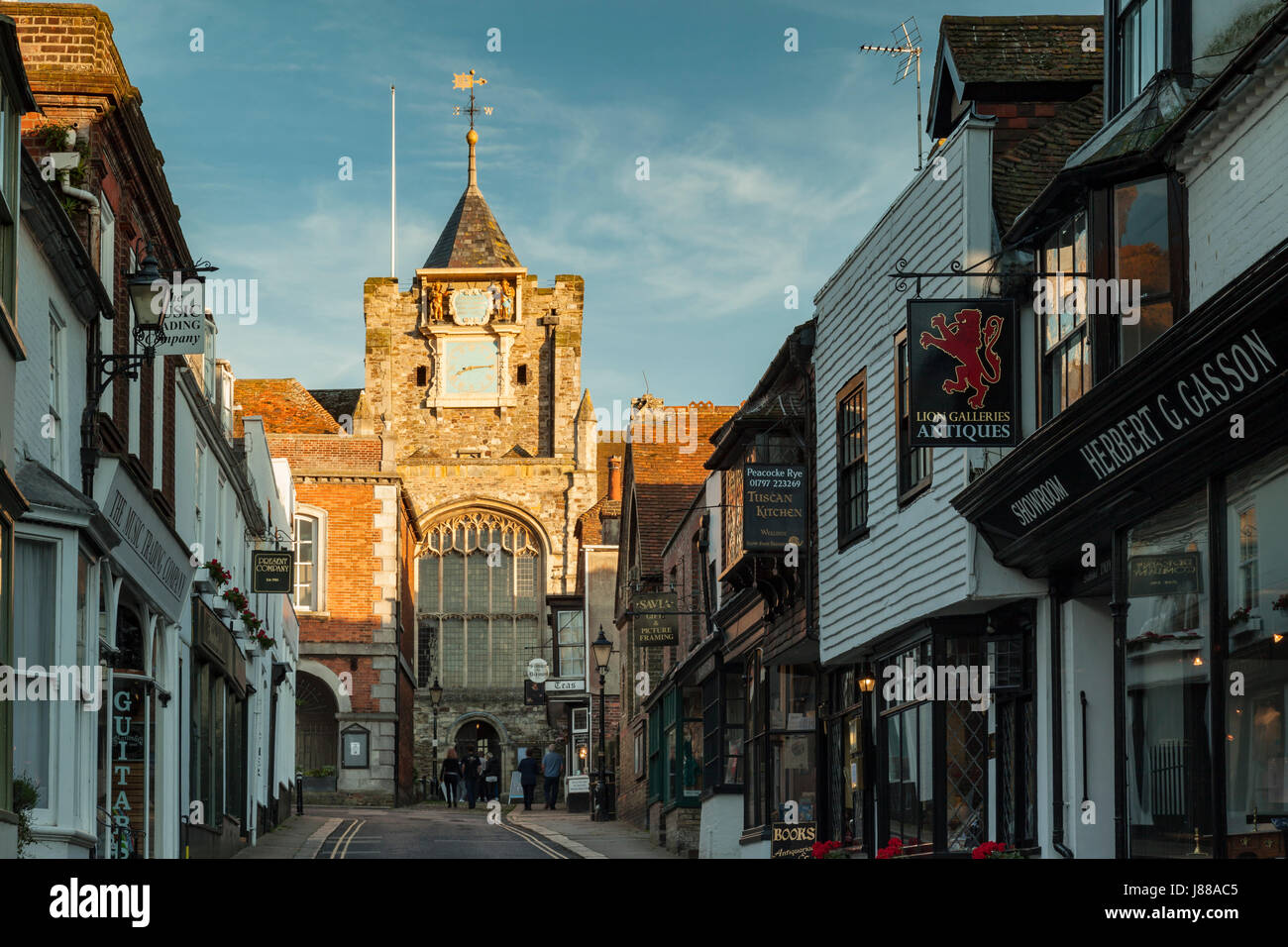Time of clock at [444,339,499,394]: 8:14
